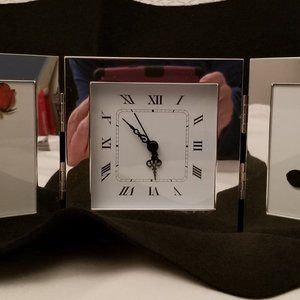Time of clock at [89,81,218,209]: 5:51
